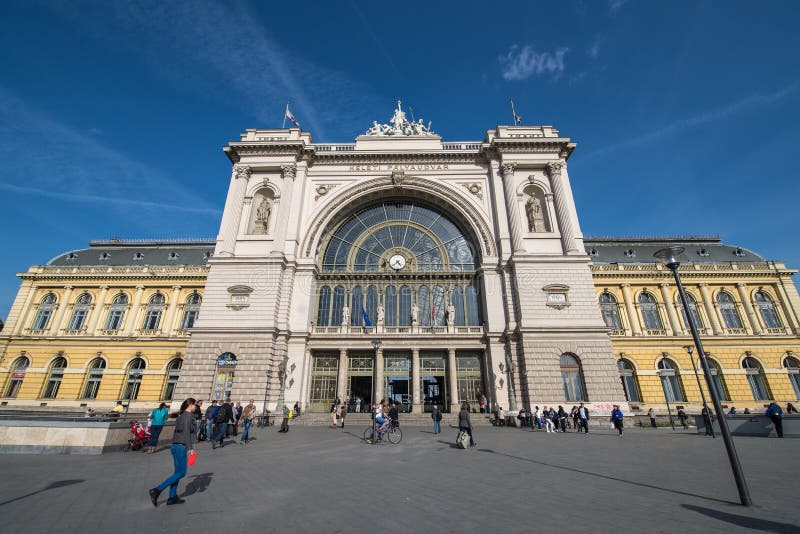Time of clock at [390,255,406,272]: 4:38
